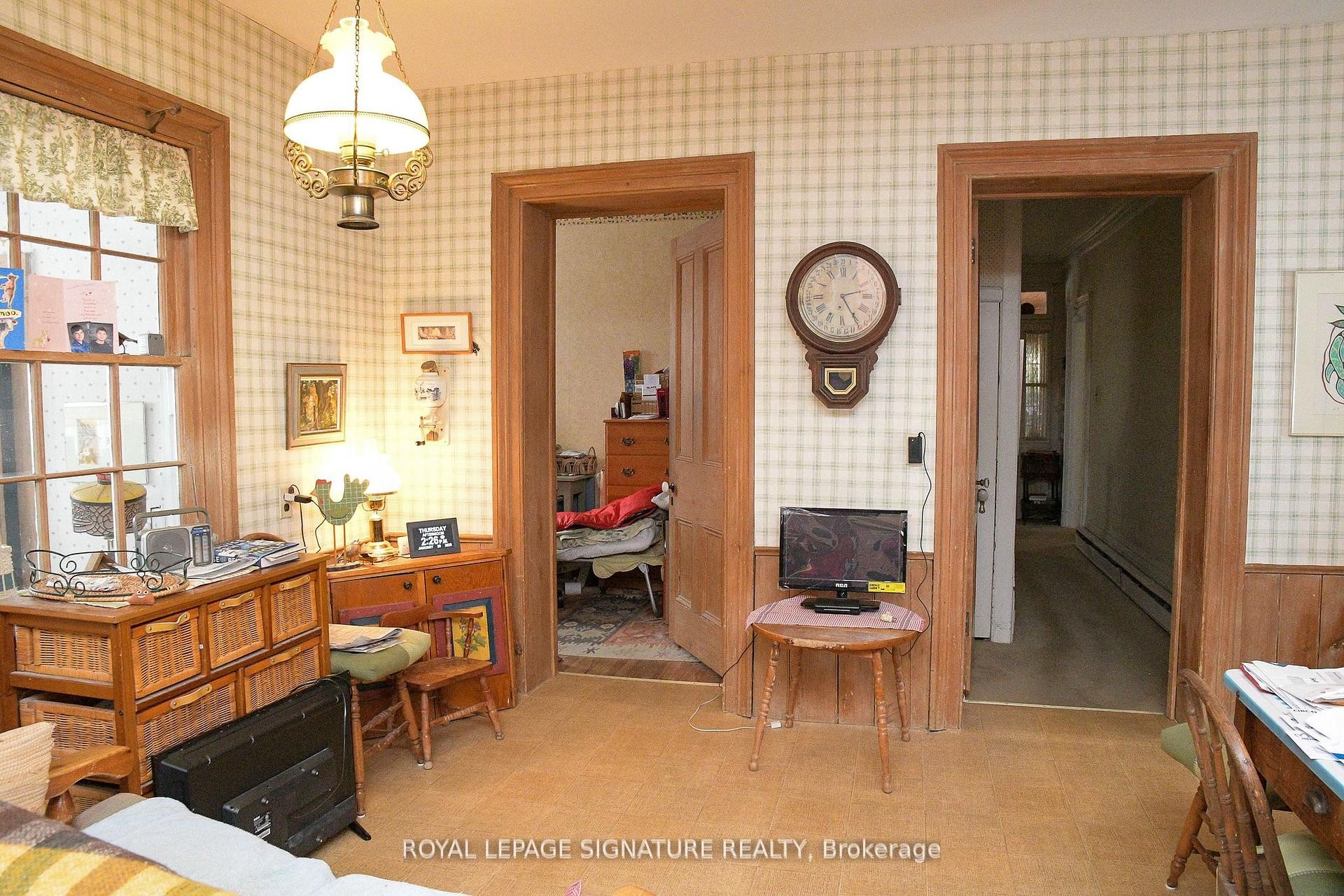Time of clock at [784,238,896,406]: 2:24
